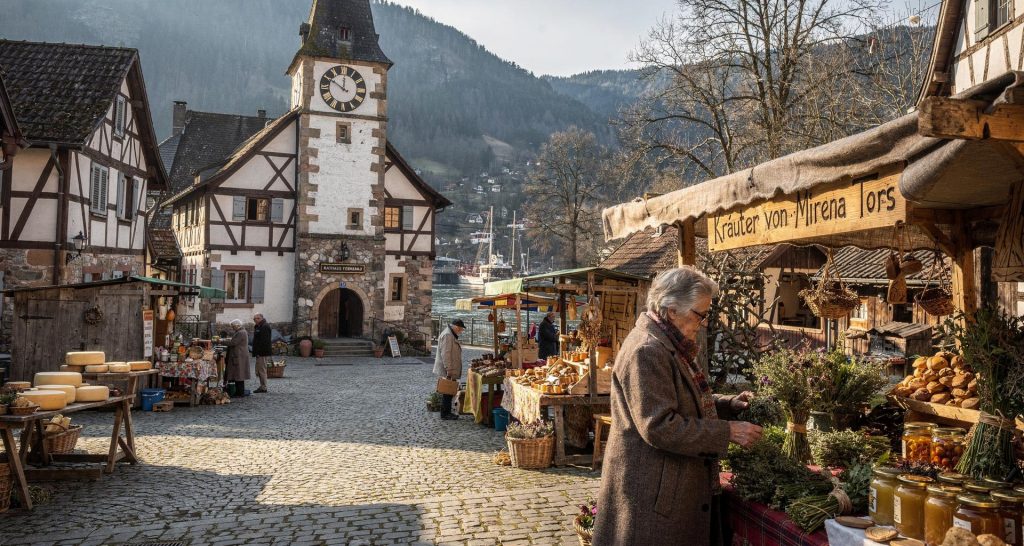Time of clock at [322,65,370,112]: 11:50
